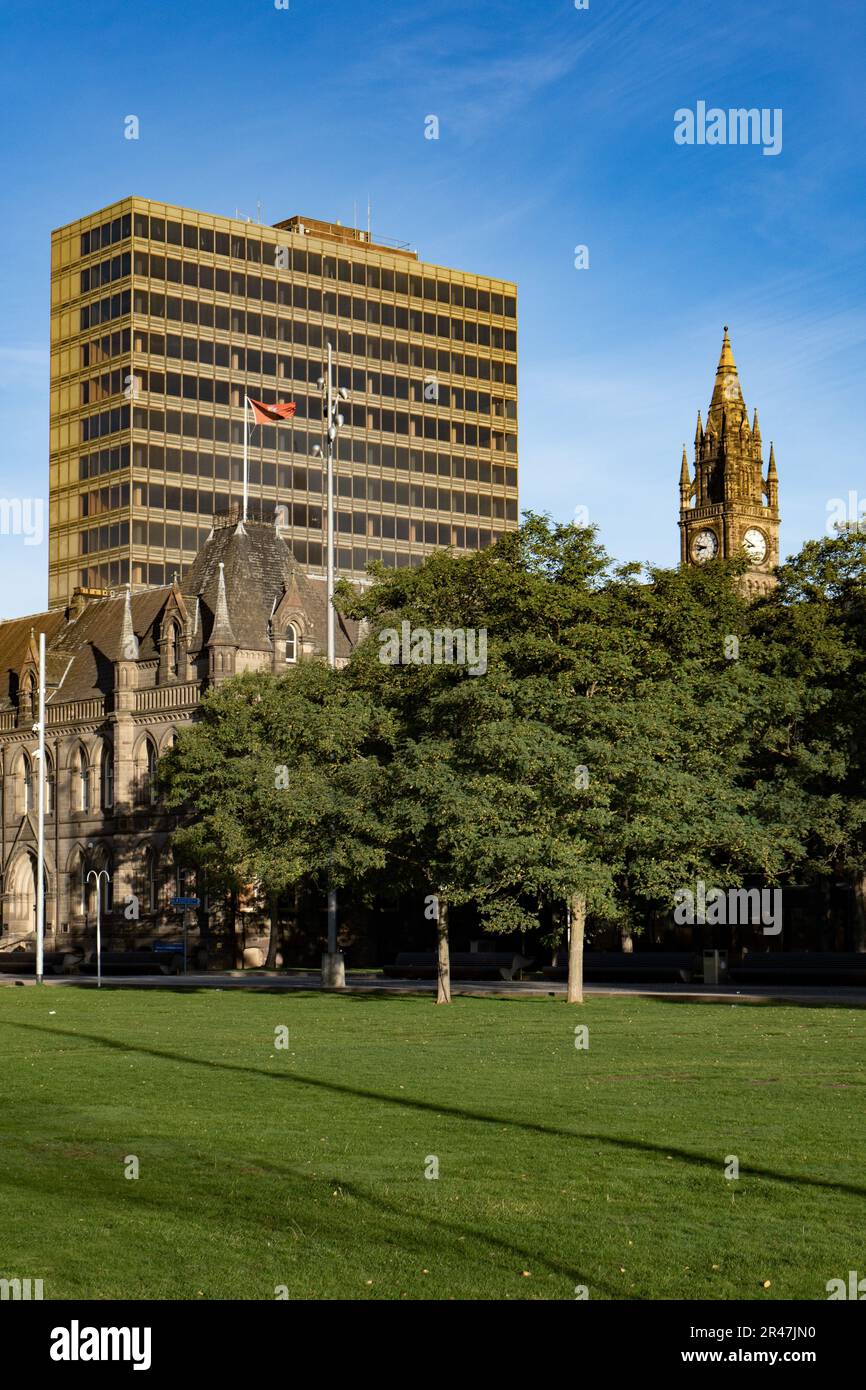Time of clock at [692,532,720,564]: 8:47
